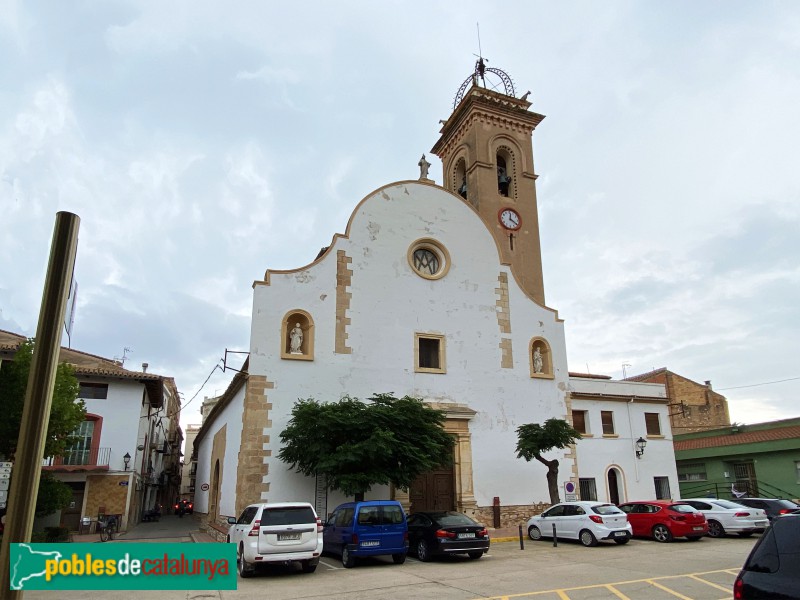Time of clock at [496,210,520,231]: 12:20
